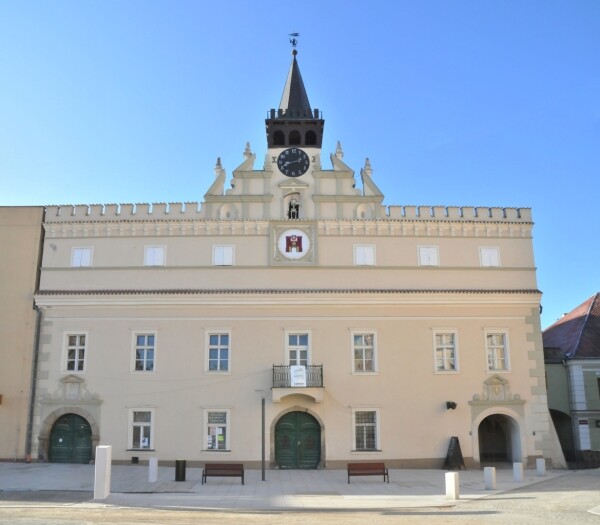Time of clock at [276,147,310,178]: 8:12
